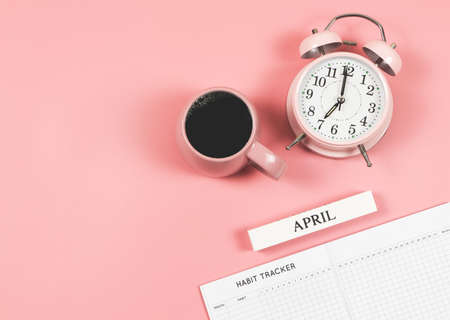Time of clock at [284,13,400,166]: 6:59
